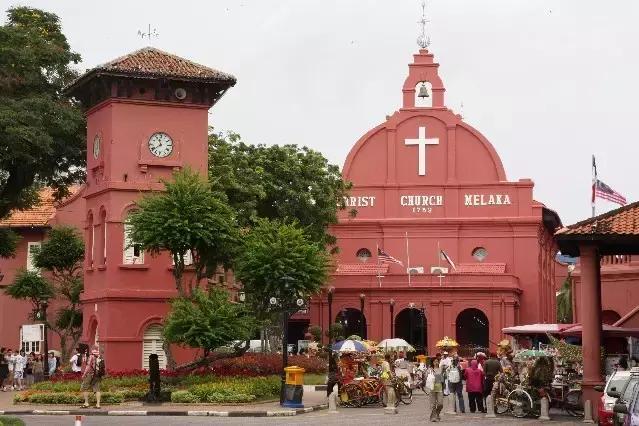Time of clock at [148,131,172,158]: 11:38
